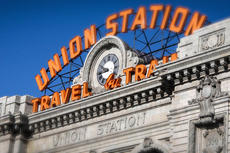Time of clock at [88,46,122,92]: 9:43
